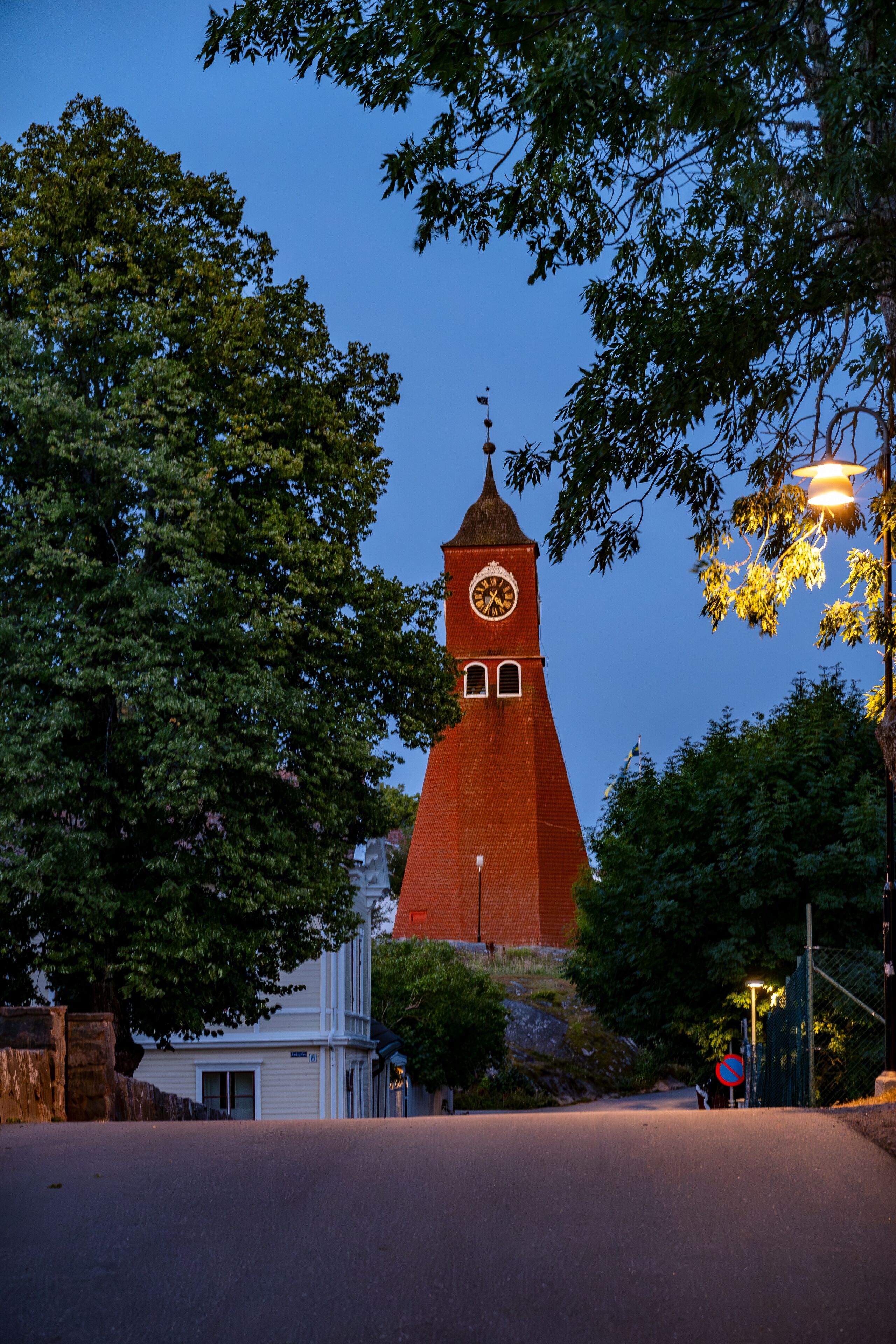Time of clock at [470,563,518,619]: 4:35
